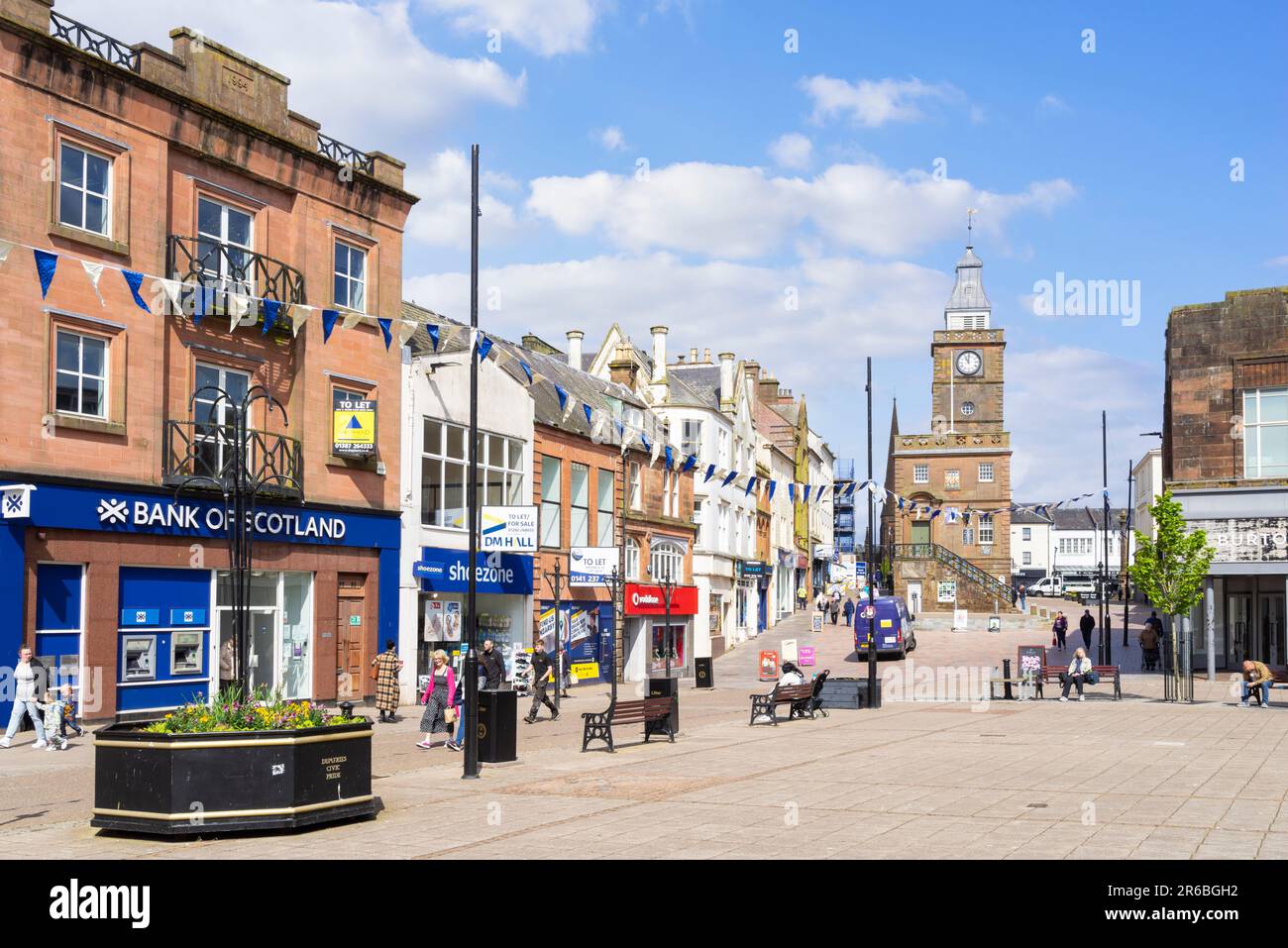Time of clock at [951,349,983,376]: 11:00
